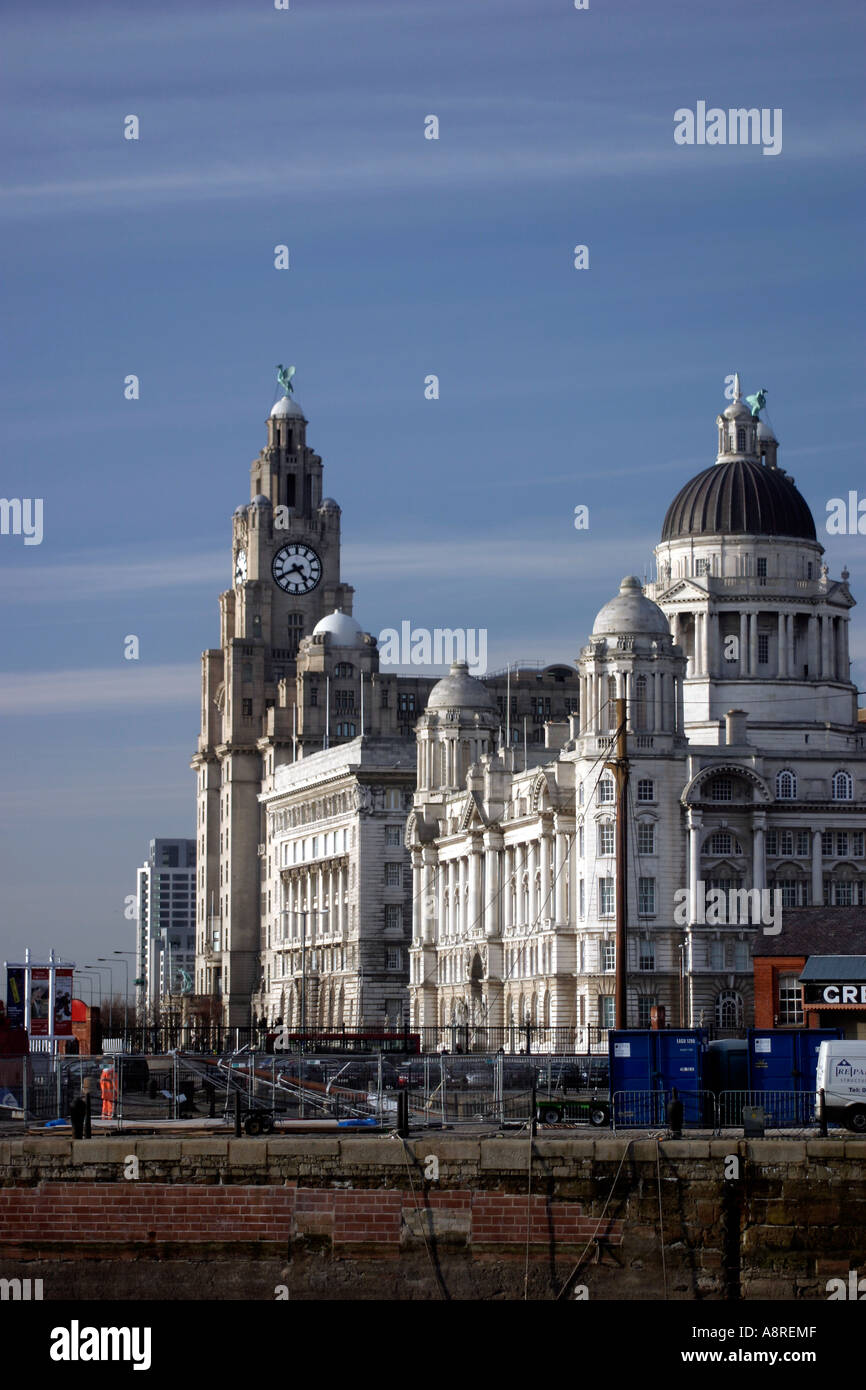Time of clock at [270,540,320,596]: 4:40
